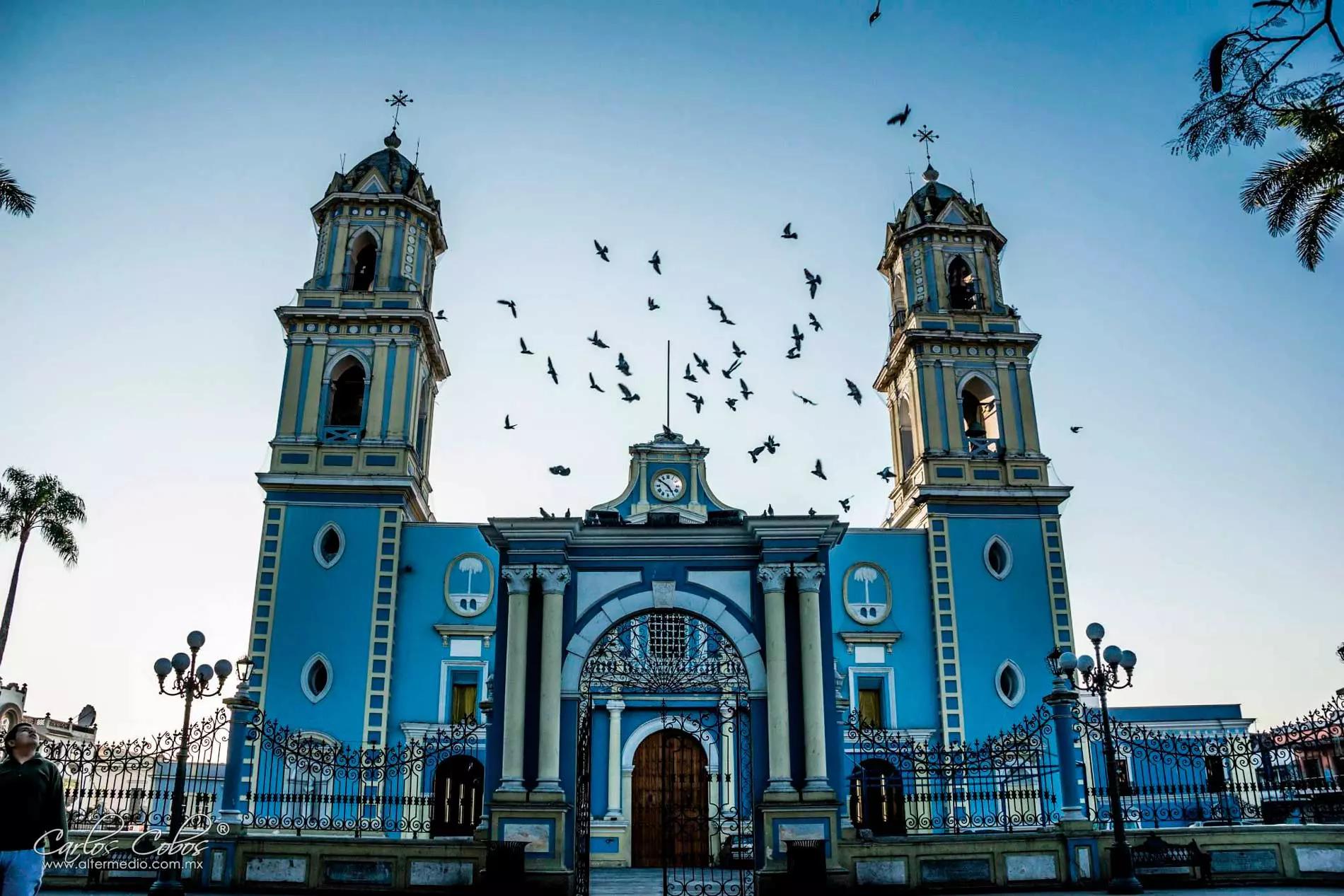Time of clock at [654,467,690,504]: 4:50
